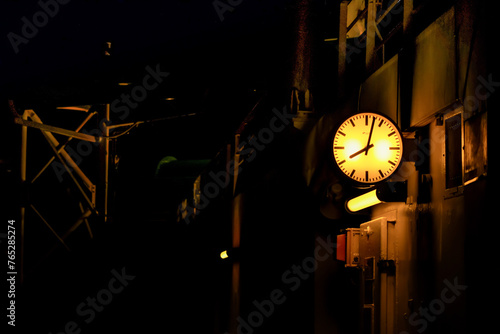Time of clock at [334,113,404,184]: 8:02
